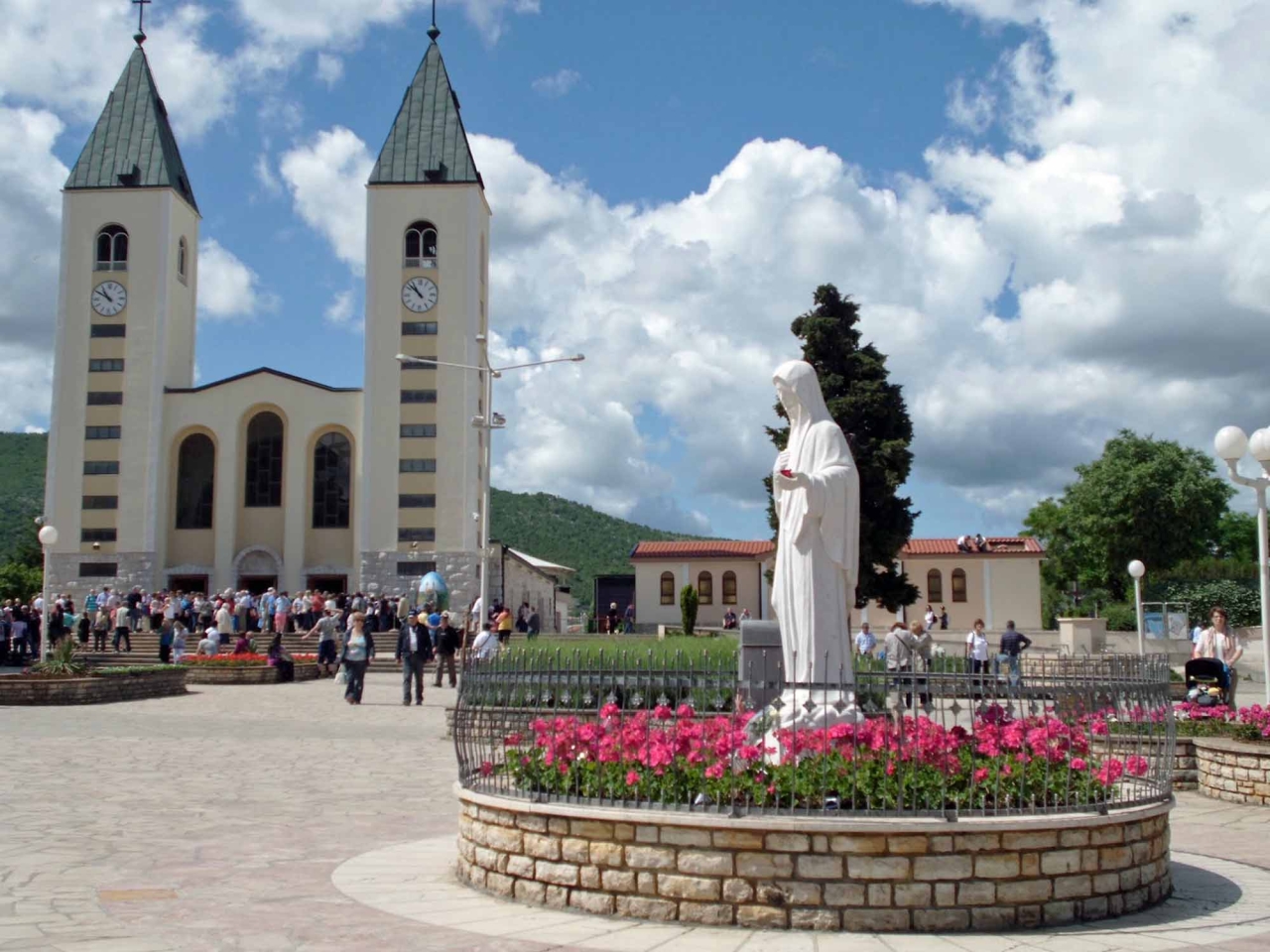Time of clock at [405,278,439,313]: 10:52
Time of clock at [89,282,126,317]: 10:50
